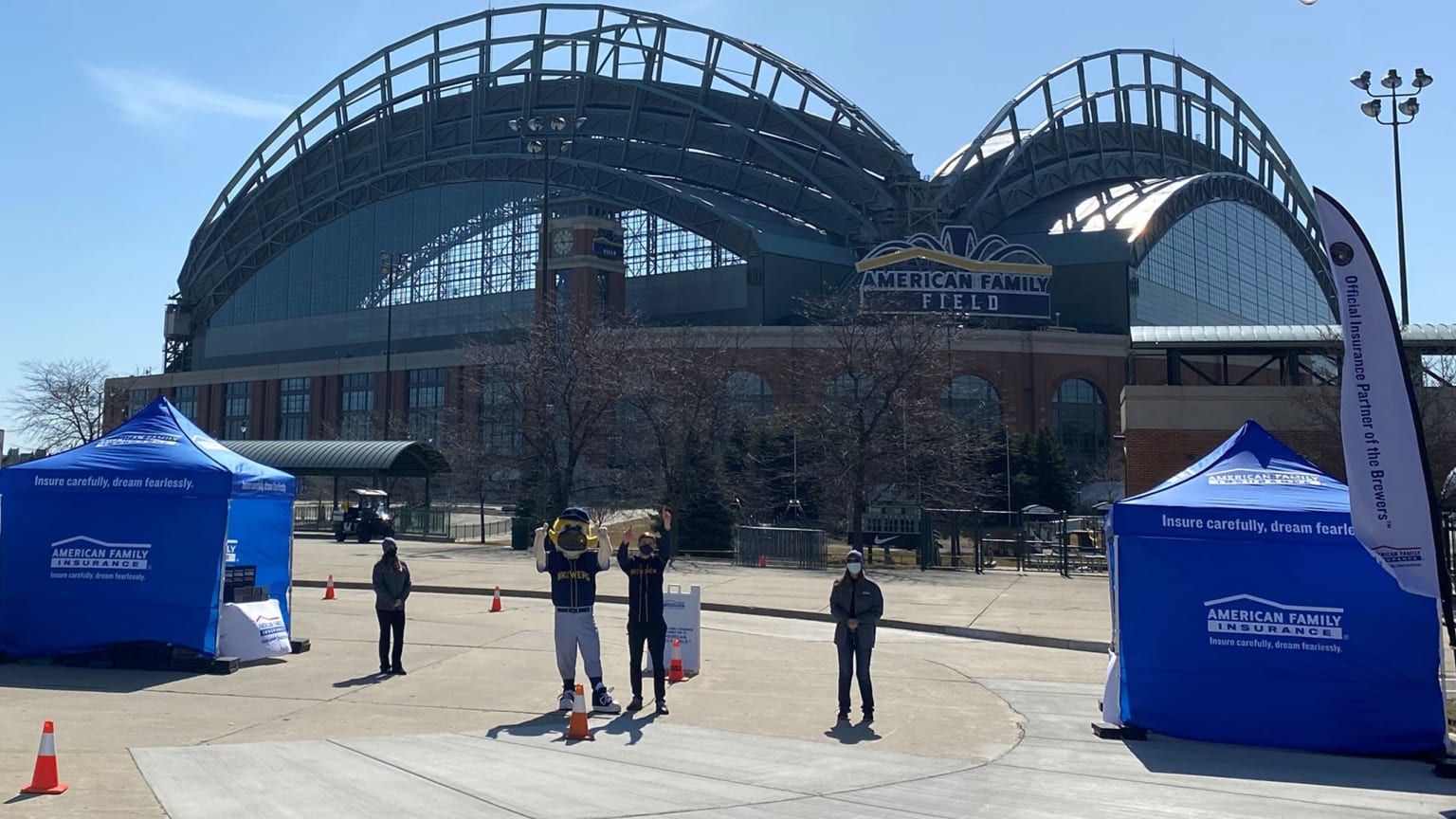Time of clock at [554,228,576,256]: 11:14
